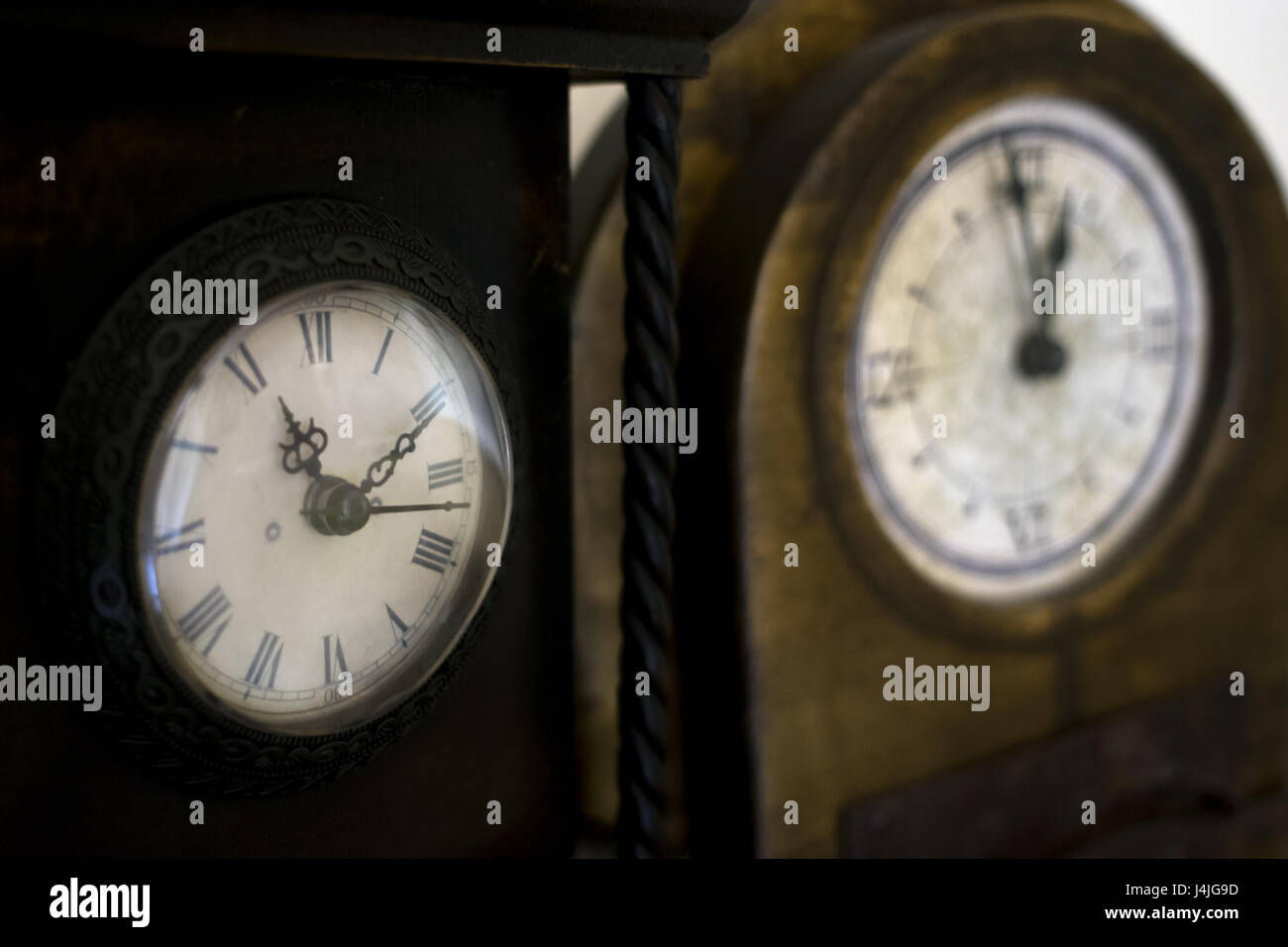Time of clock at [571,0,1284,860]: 1:00
